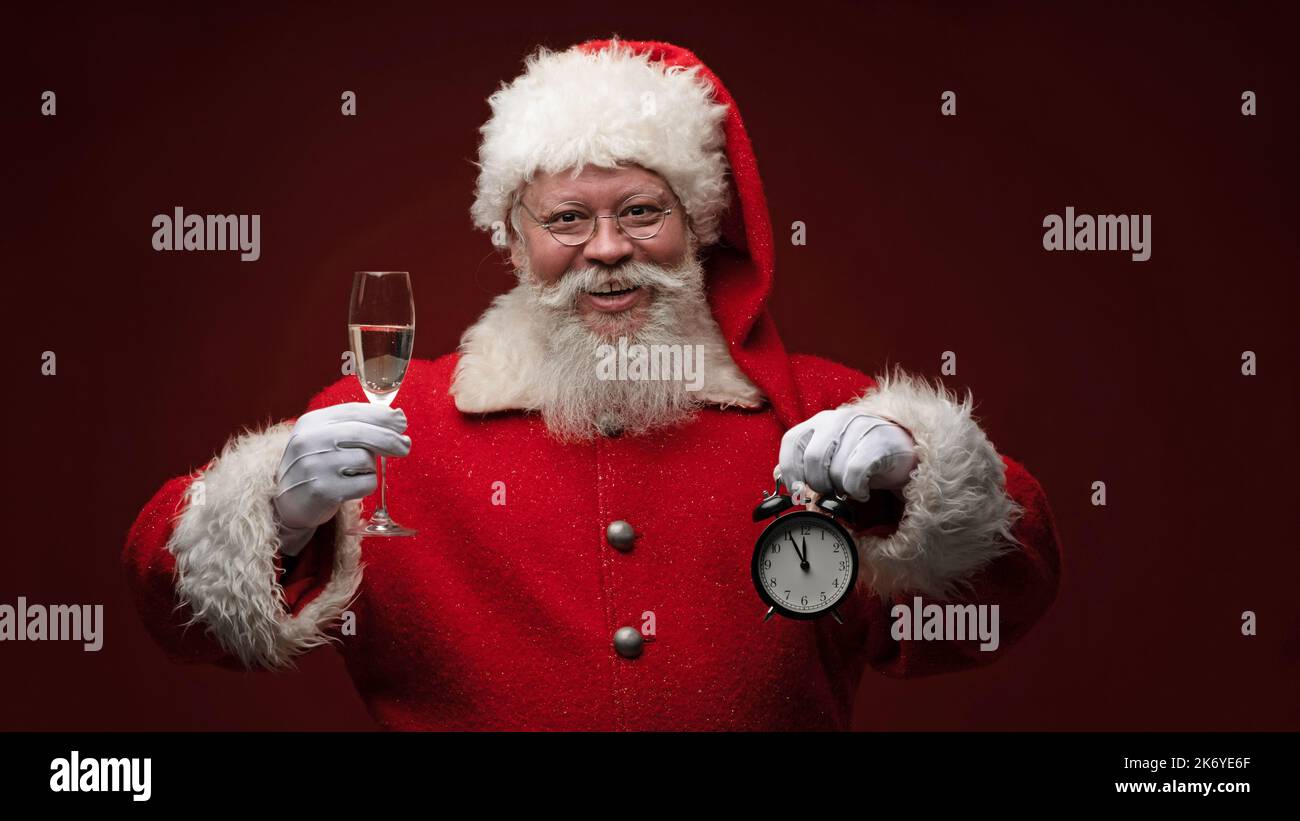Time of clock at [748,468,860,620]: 11:55
